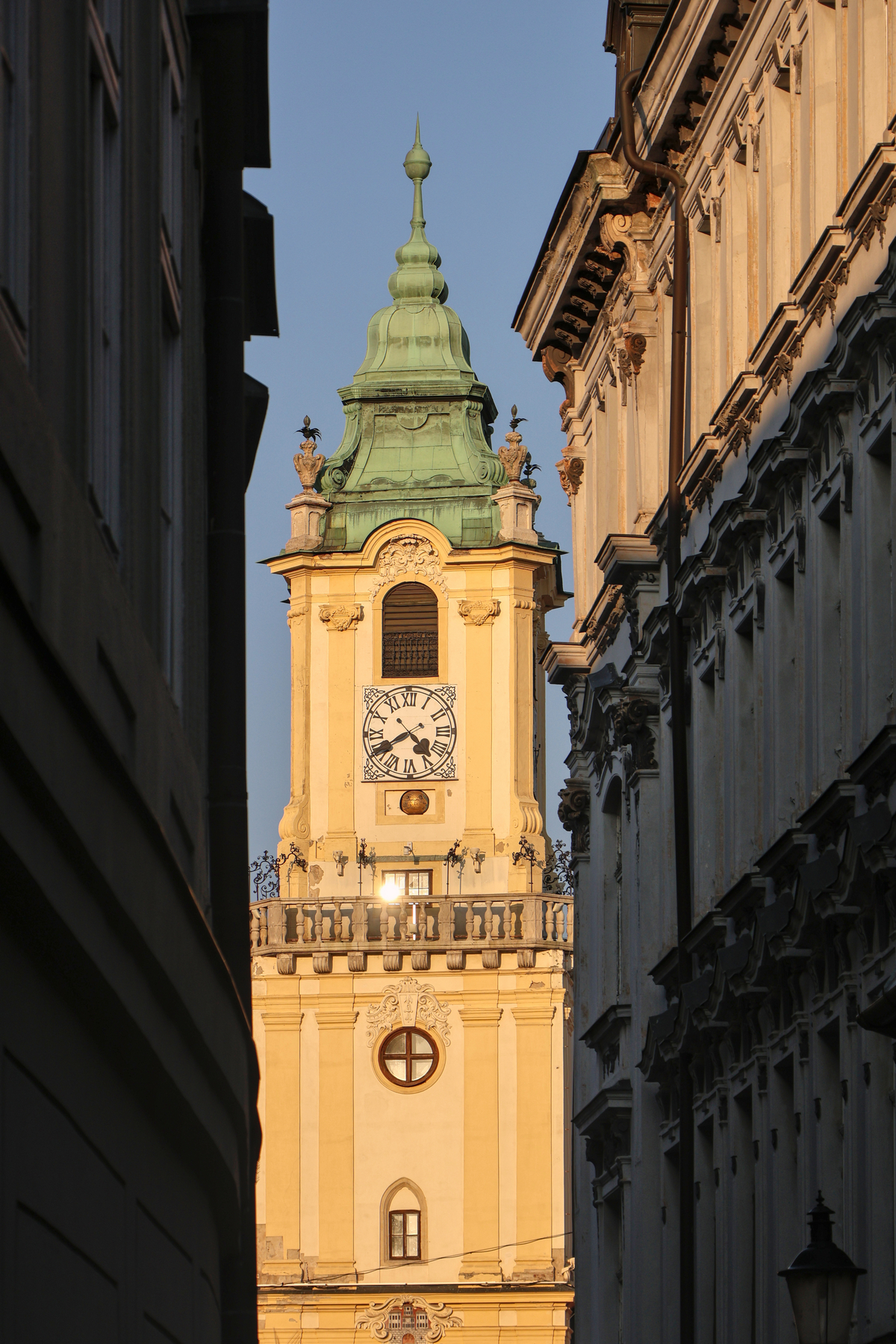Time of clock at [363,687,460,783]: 4:40
